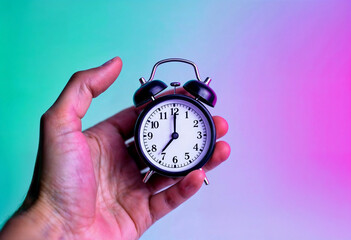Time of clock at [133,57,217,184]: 7:00
